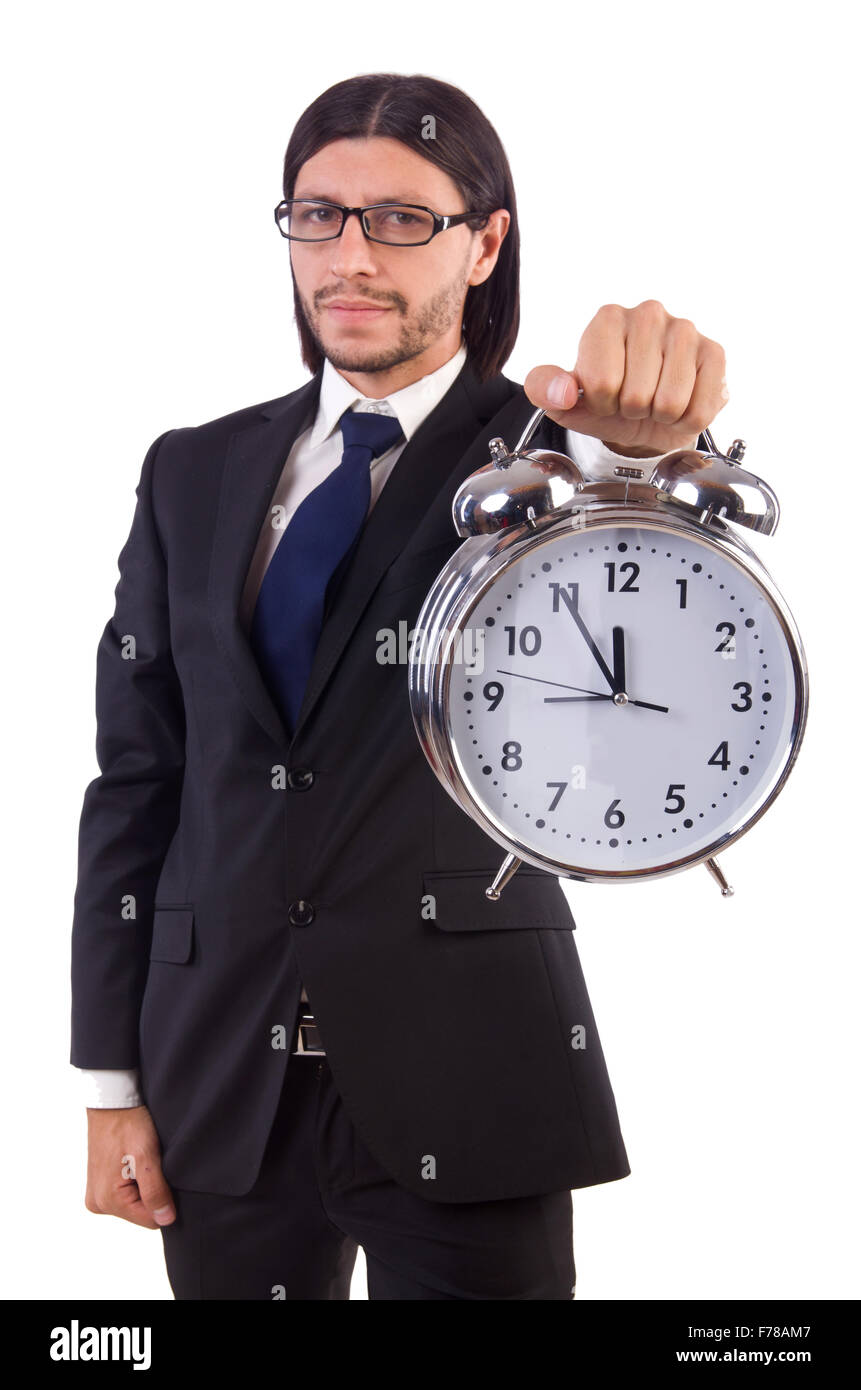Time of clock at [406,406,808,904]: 11:55
